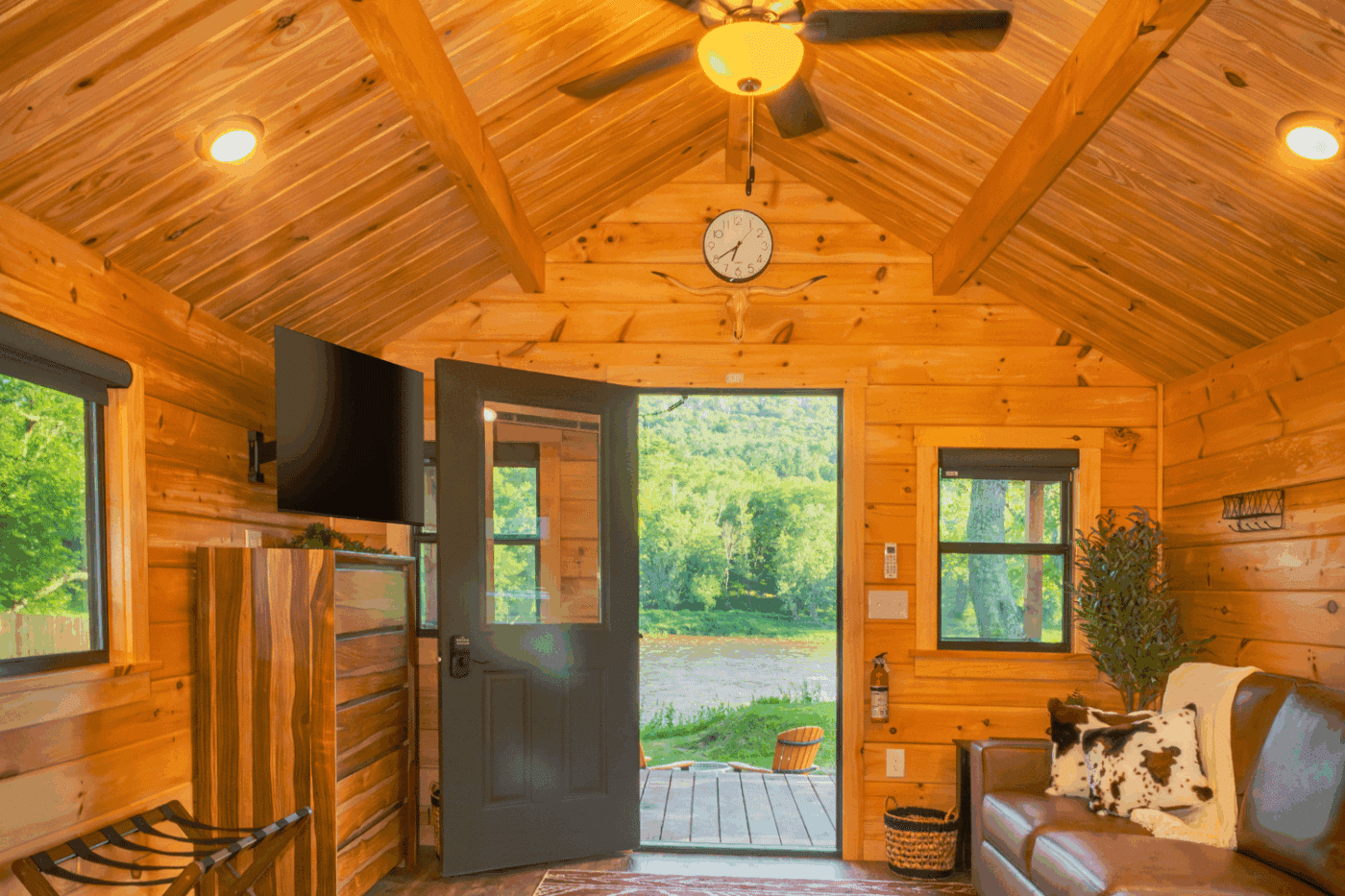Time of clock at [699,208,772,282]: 6:39
